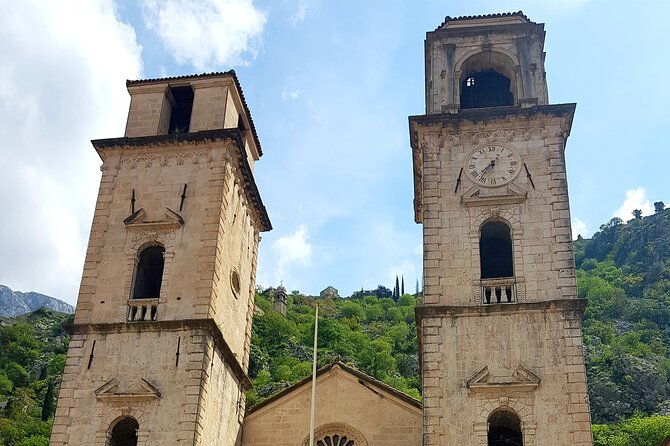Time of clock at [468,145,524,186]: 7:36
